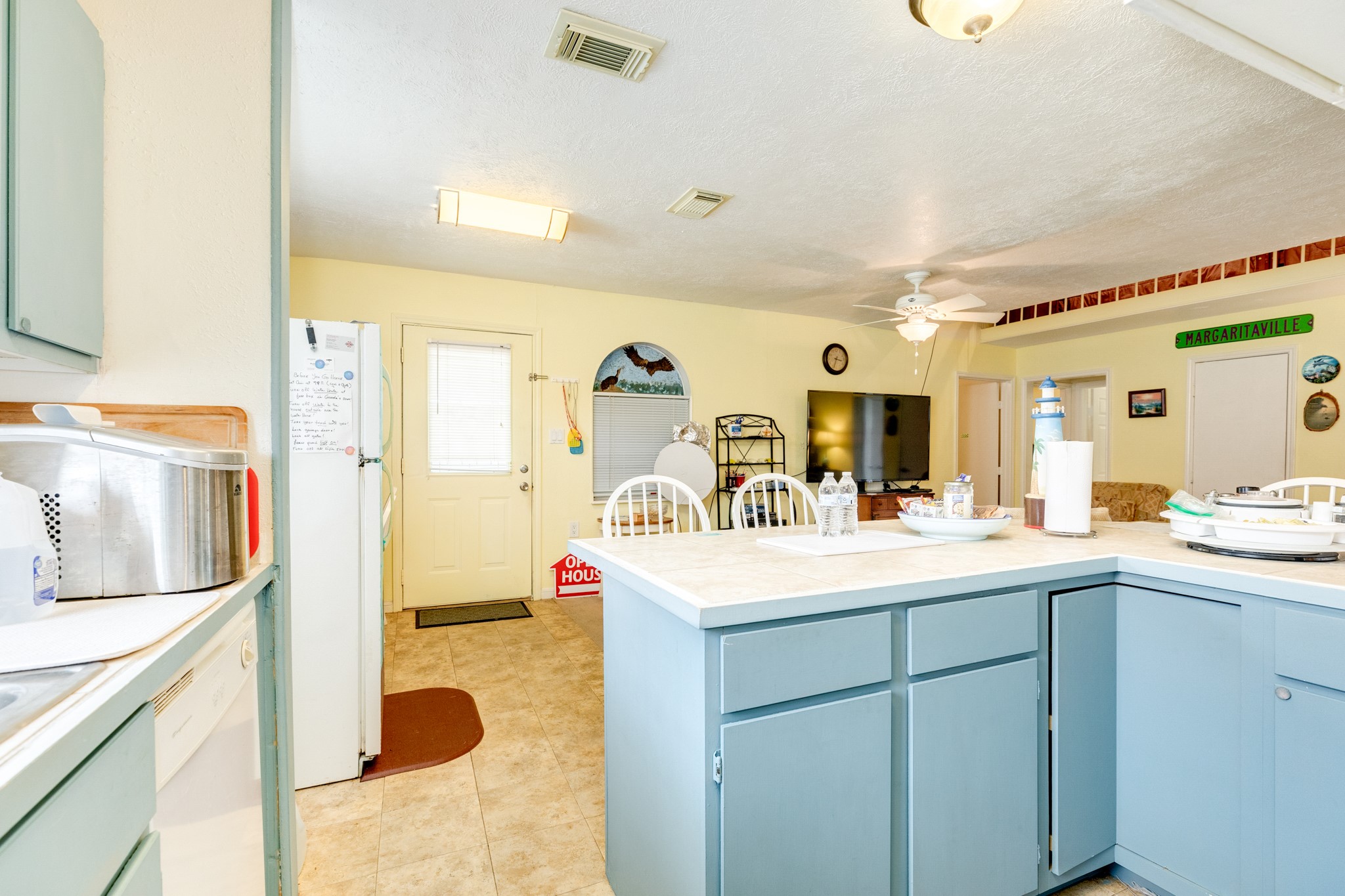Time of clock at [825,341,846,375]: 3:33
